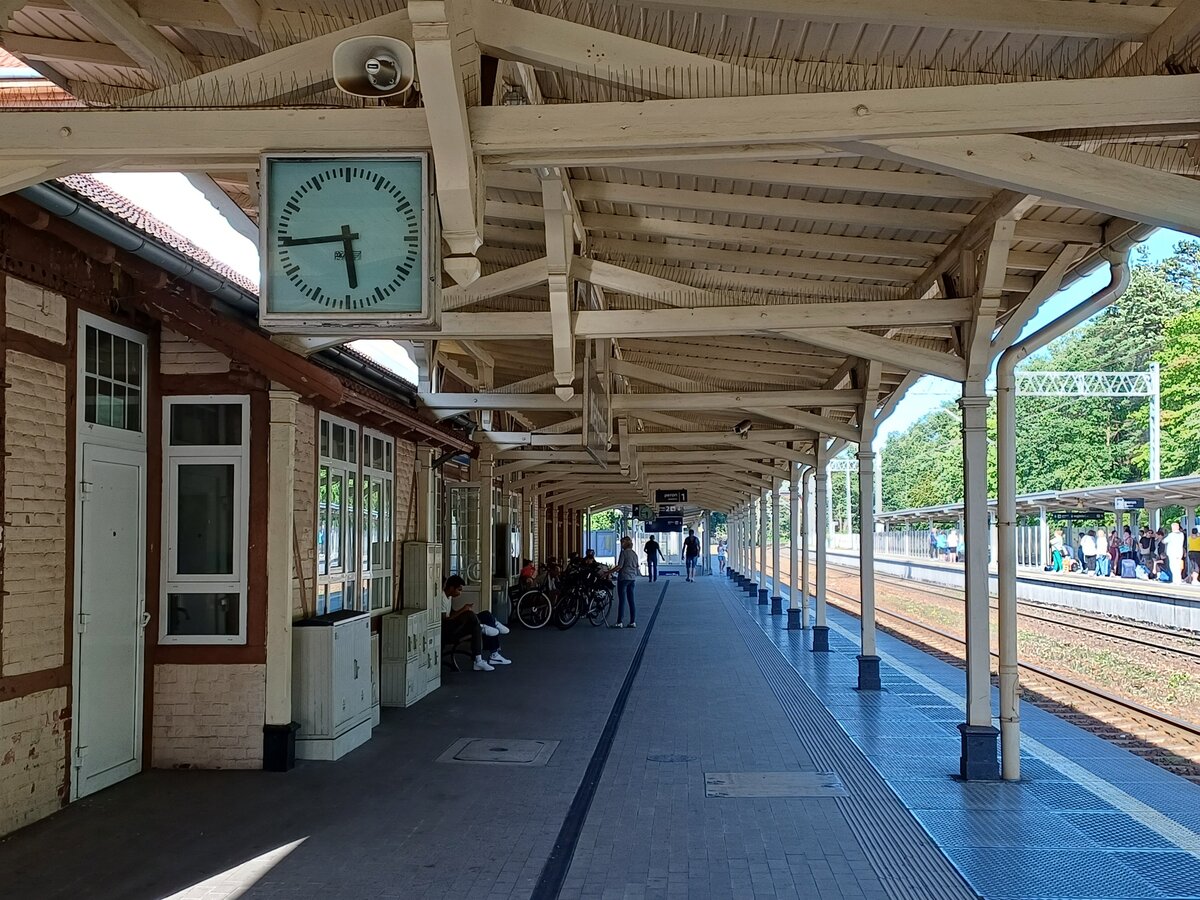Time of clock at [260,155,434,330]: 5:44
